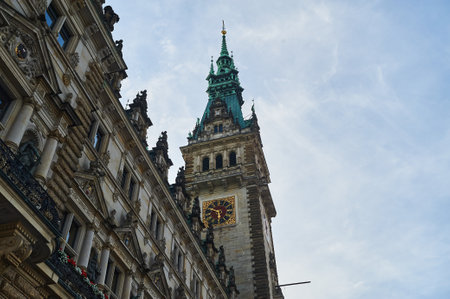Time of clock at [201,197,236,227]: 5:49
